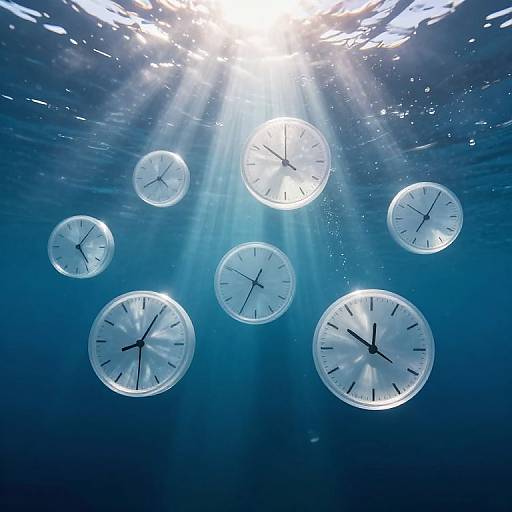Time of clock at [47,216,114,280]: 5:05
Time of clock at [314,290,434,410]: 11:50
